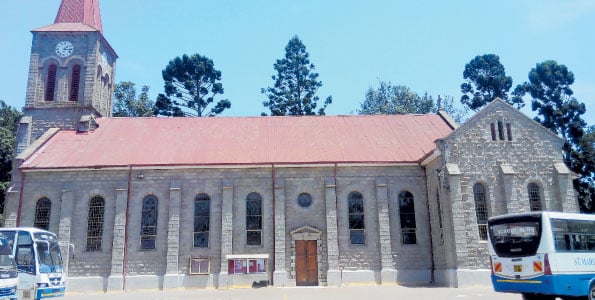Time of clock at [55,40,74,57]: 1:16
